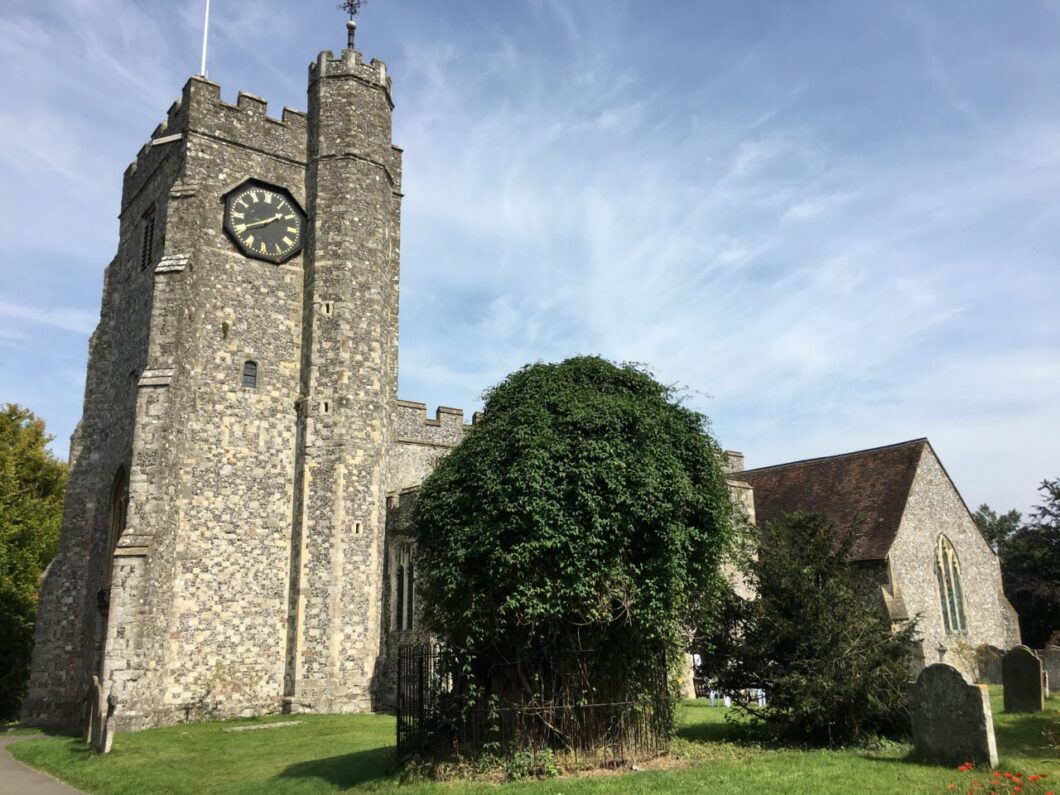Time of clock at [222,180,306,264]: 1:40
